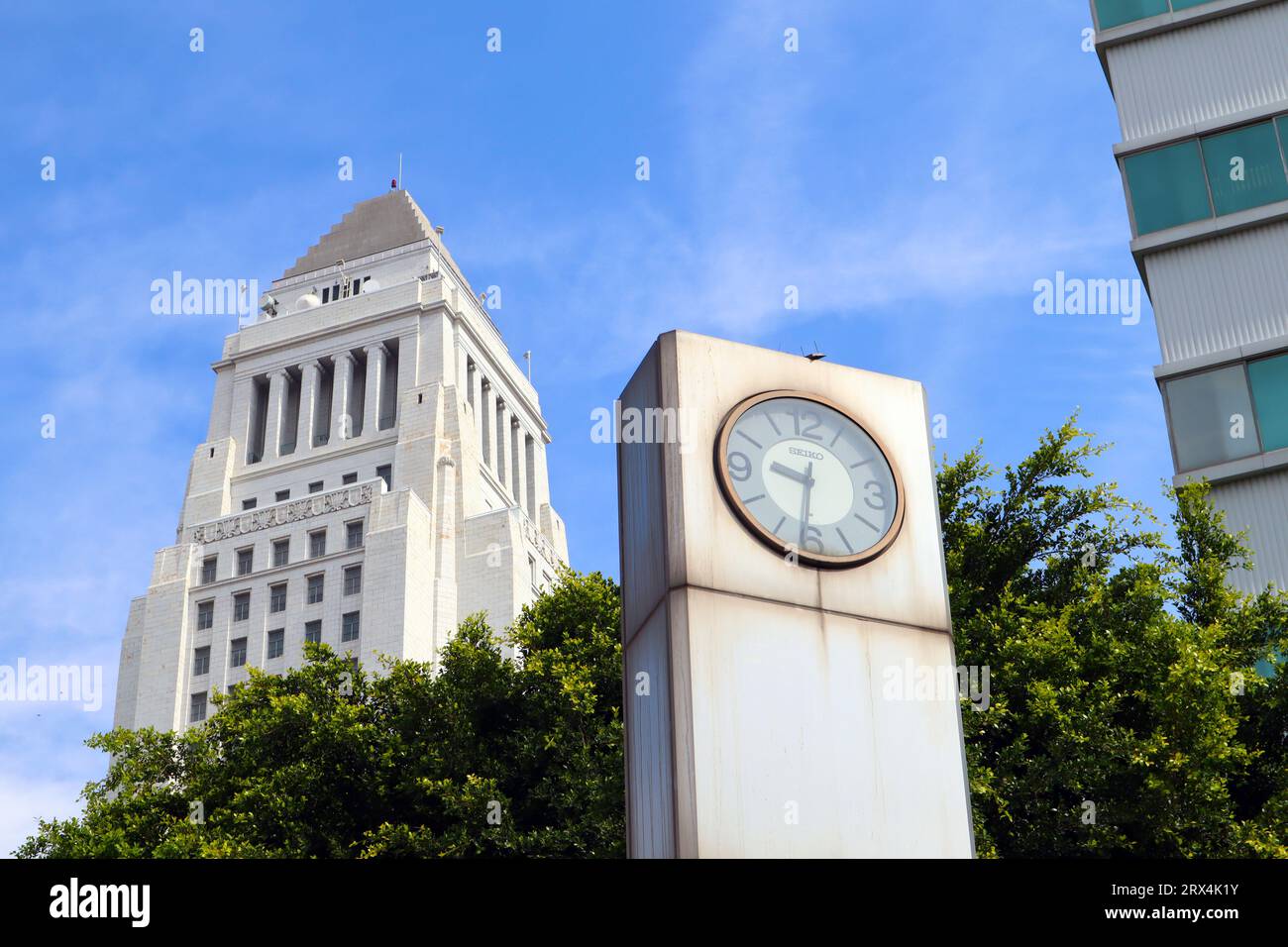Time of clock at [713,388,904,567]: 9:31
